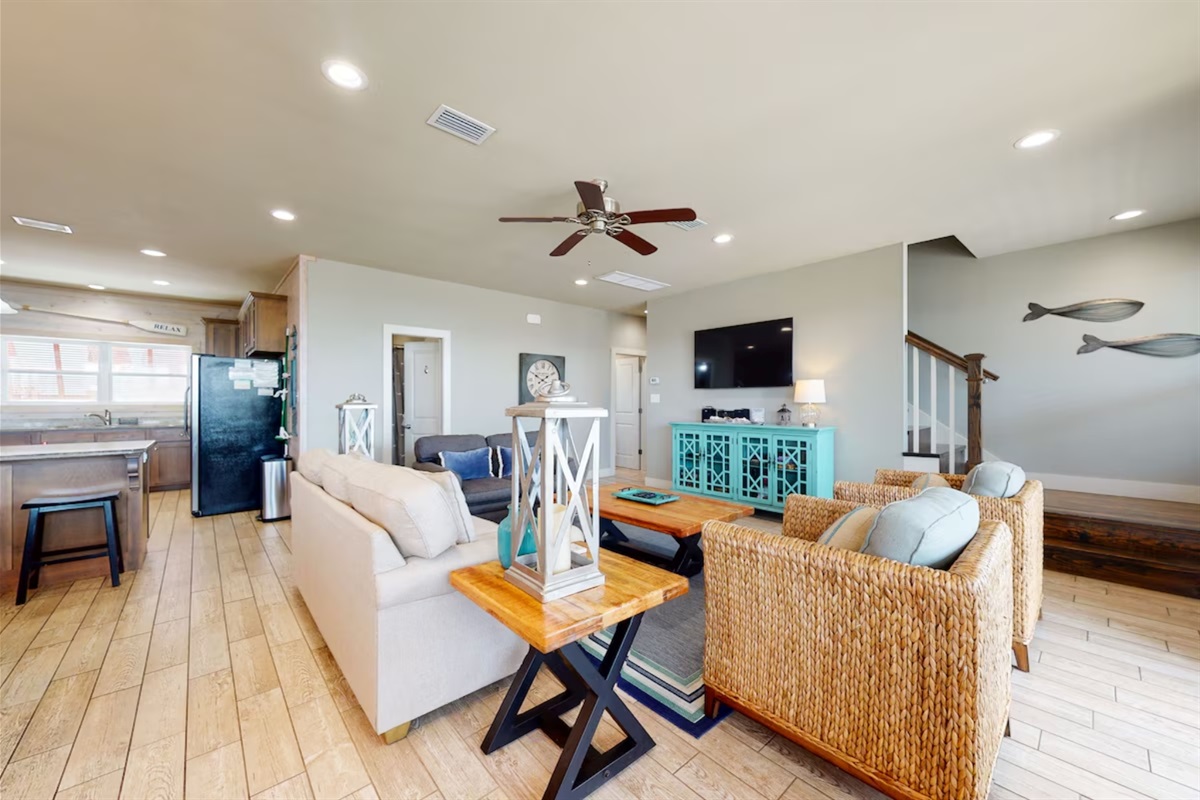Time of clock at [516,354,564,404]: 1:49
